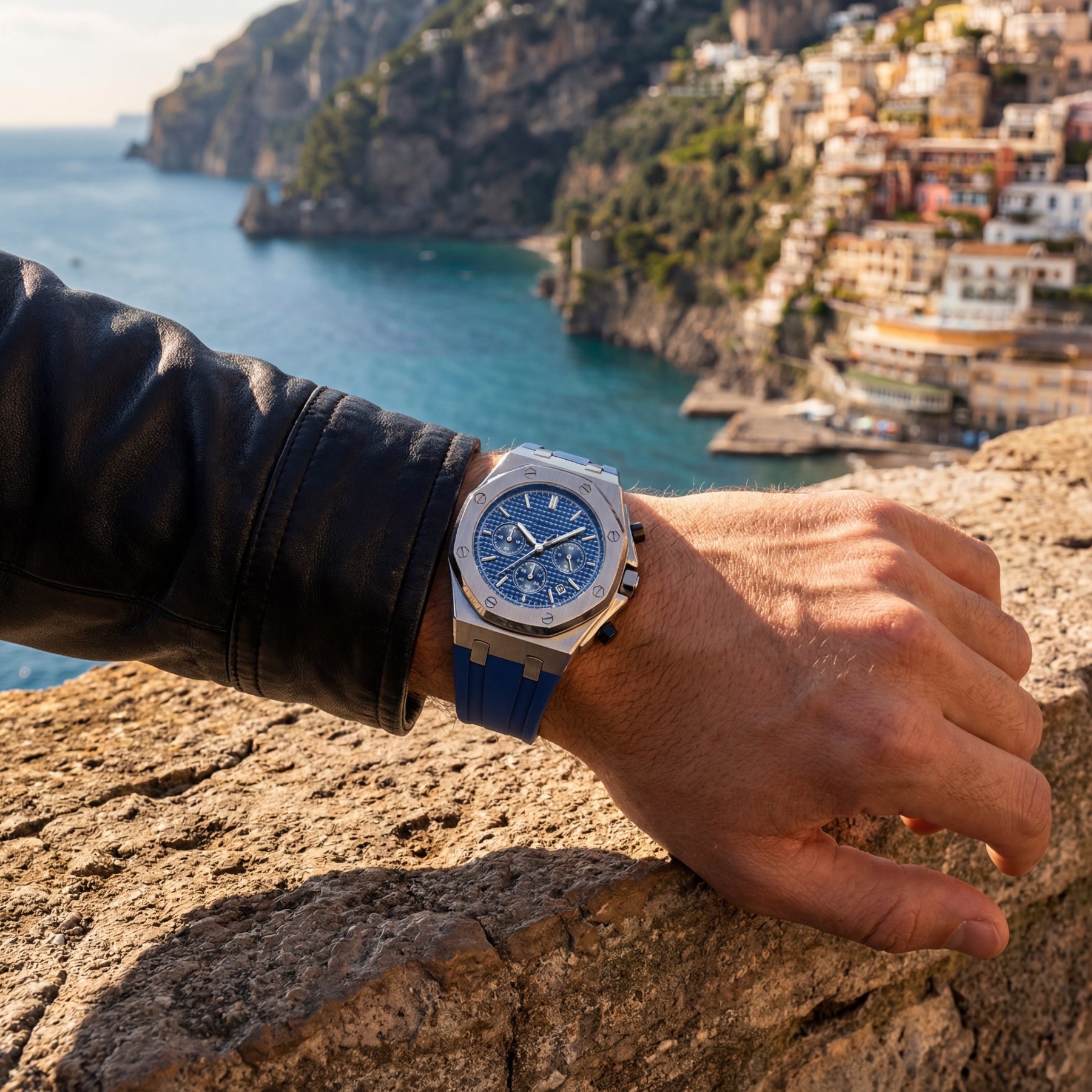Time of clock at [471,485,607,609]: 10:07
